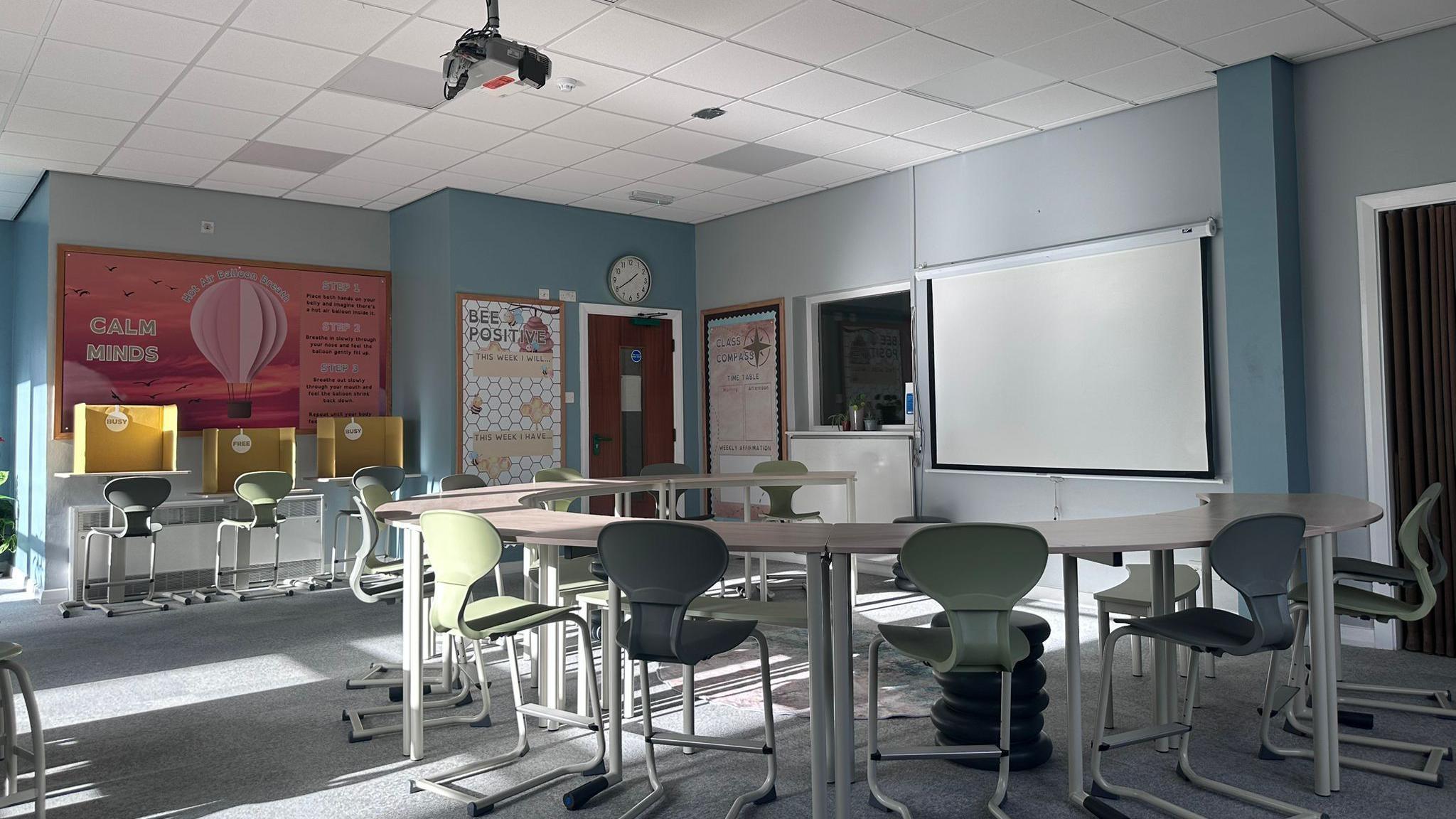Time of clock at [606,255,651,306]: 1:40
